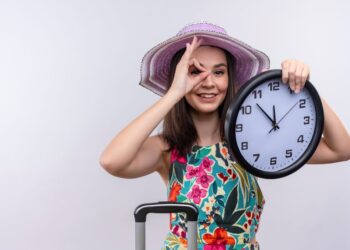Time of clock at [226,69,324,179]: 11:52
